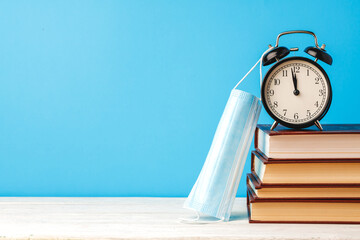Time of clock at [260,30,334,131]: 11:58
